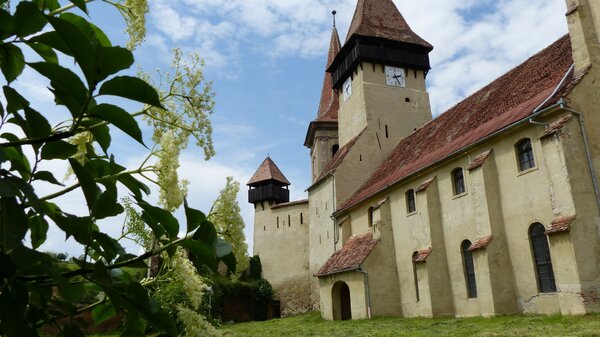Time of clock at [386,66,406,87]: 2:25
